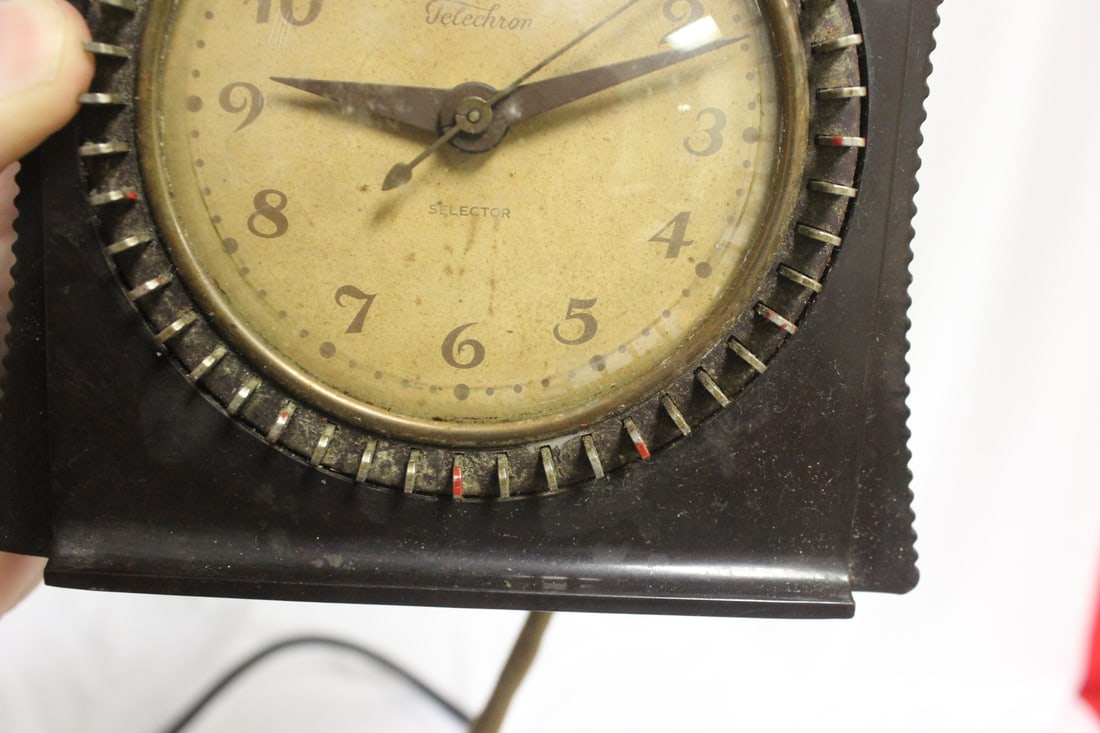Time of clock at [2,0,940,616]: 9:11
